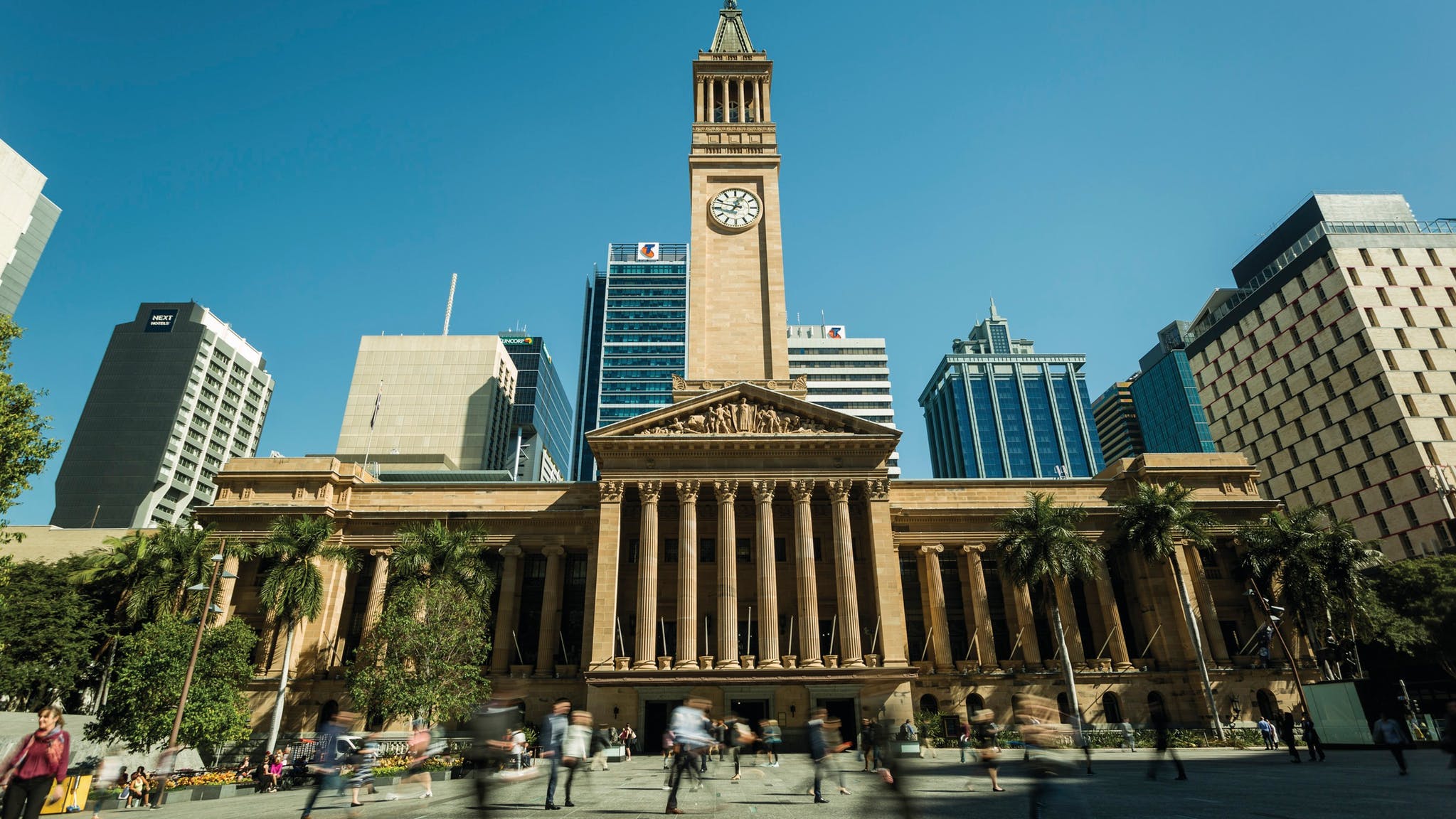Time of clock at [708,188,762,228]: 12:48
